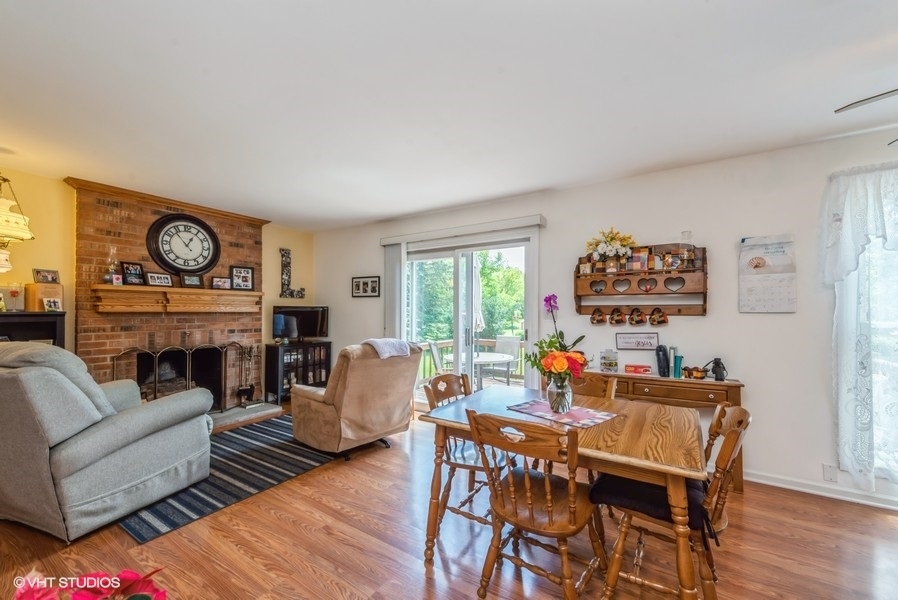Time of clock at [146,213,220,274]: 12:53
